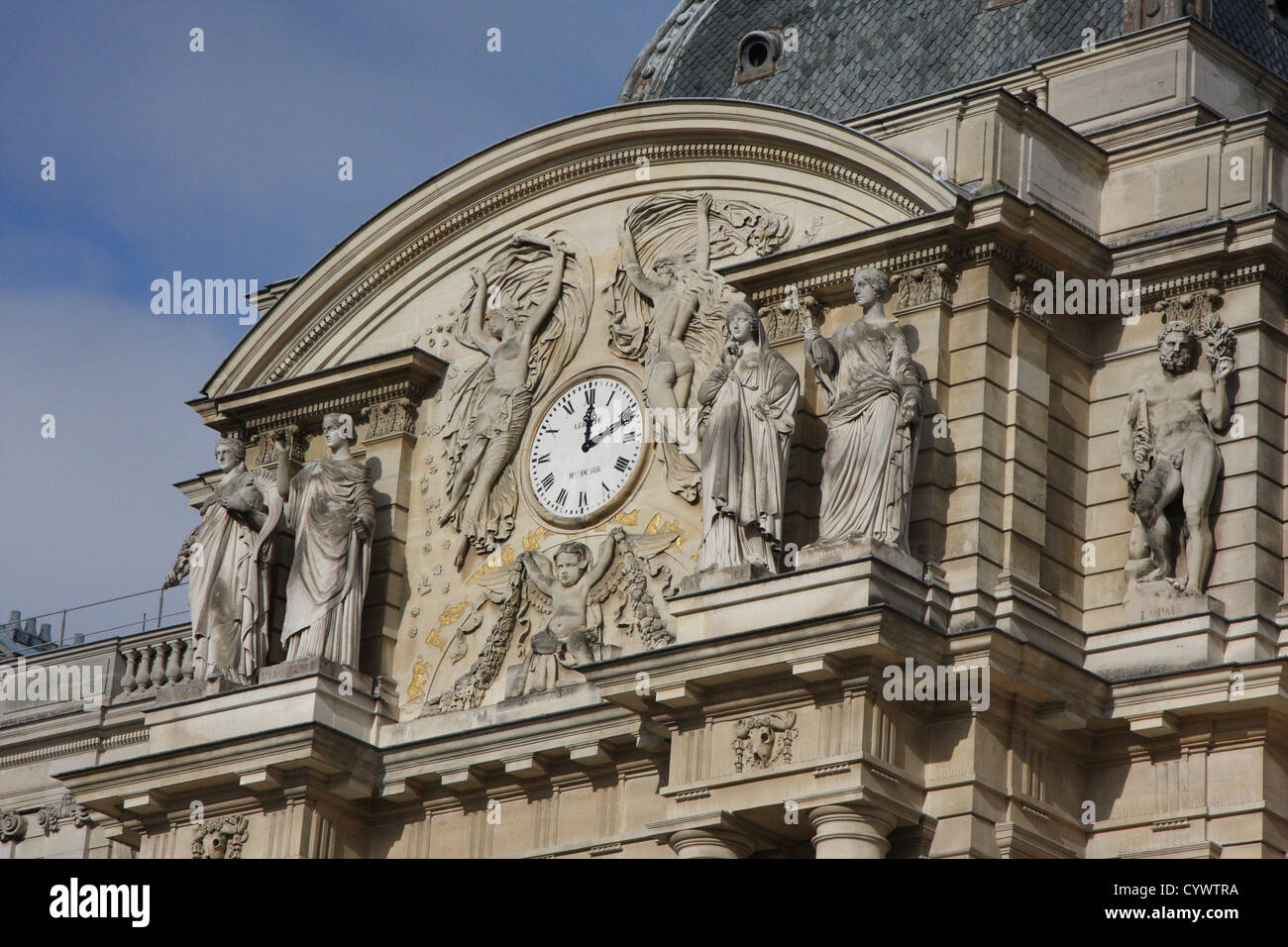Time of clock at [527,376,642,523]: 12:11
